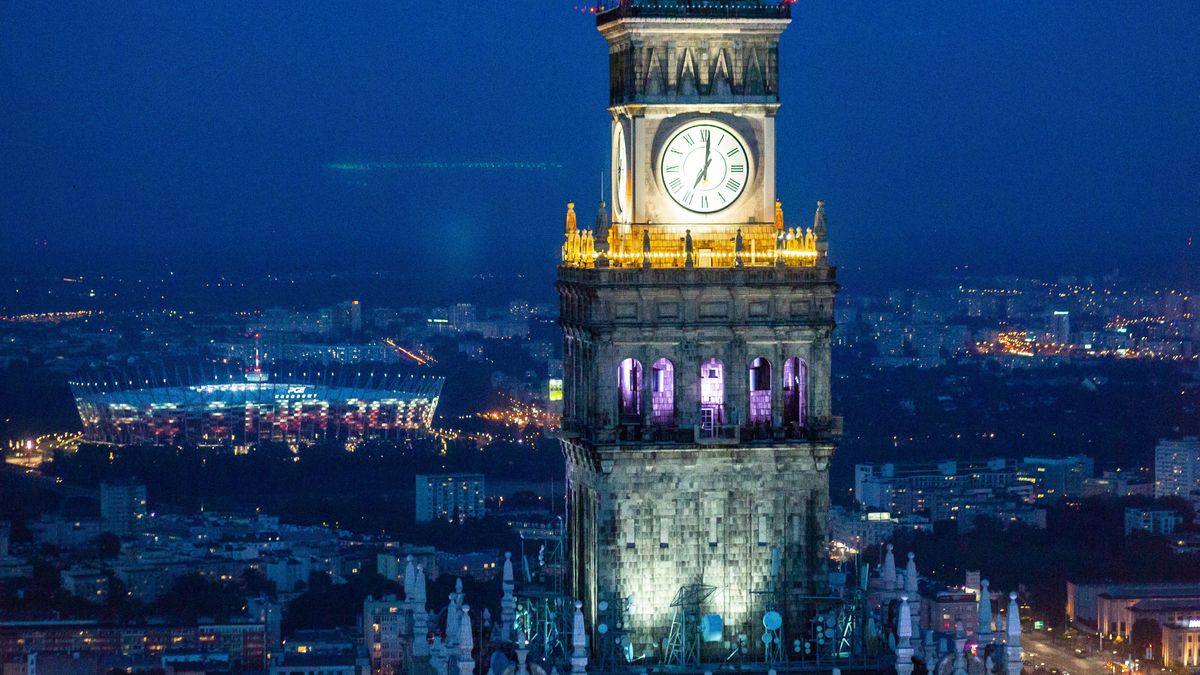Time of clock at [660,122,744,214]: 7:01
